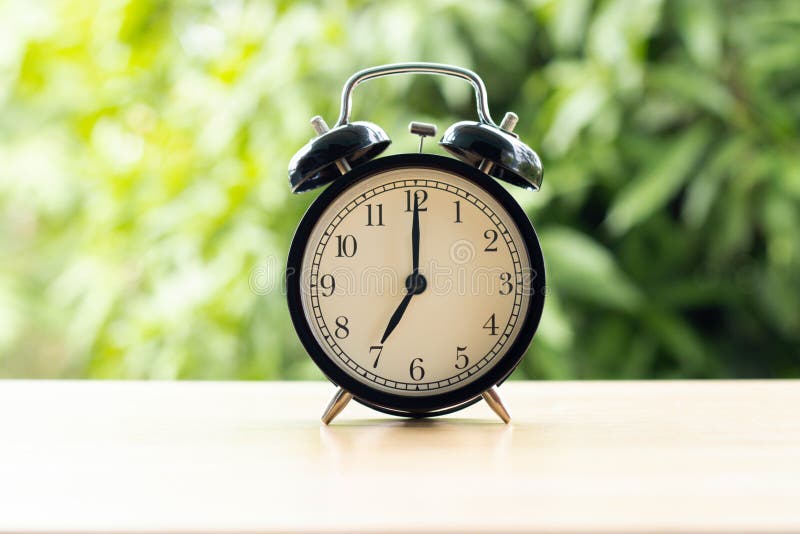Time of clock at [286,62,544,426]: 7:00
